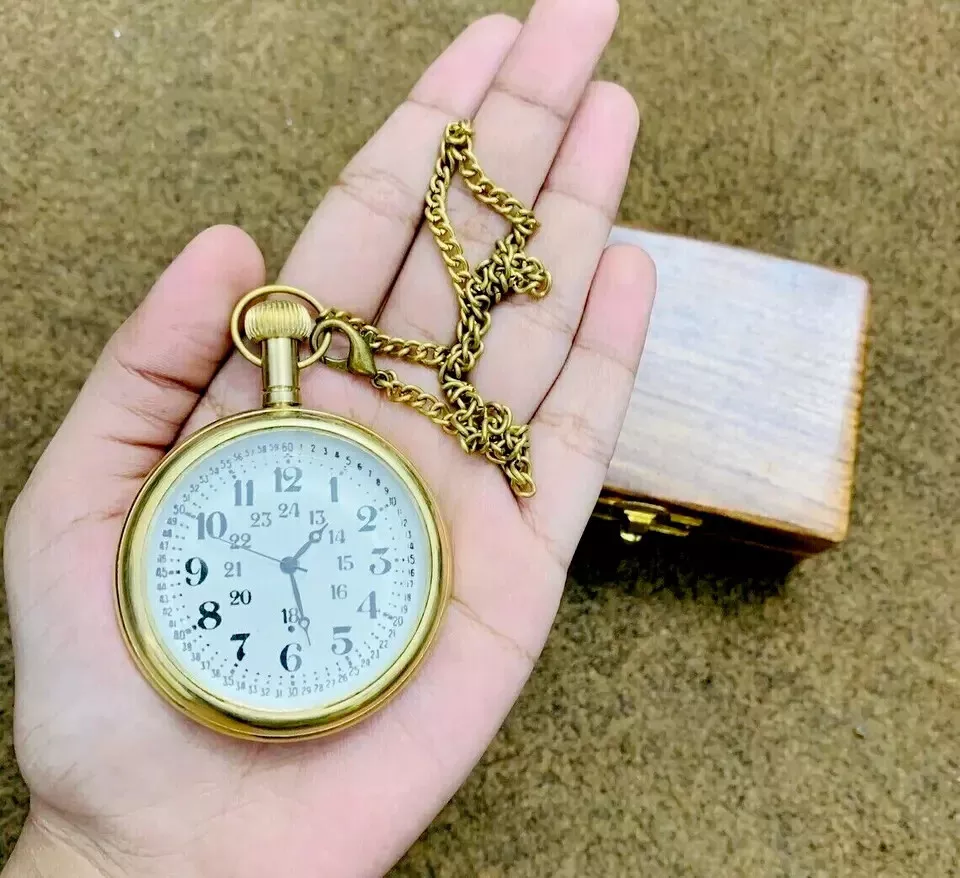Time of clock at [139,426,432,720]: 1:28
